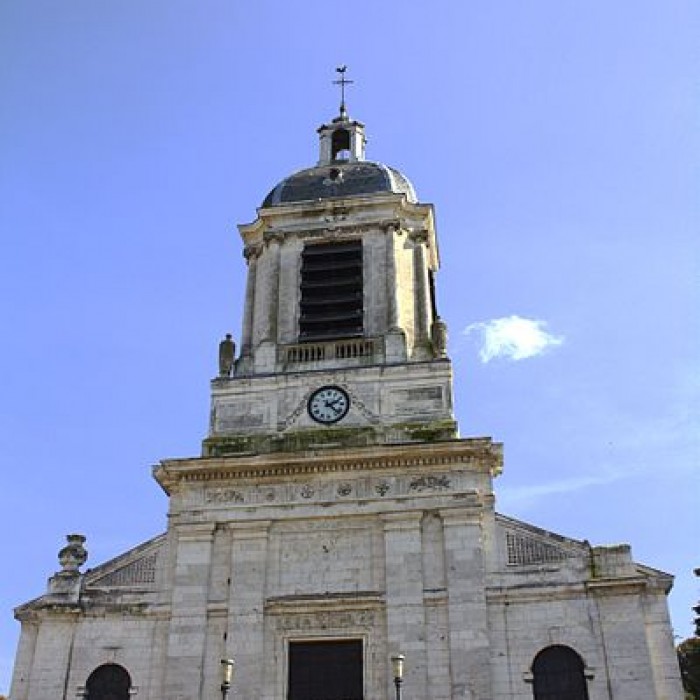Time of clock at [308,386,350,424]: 2:22
